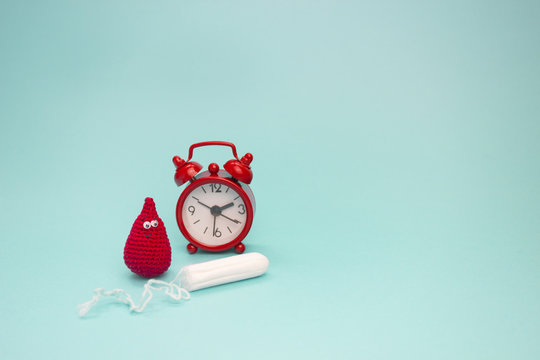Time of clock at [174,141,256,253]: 2:19
